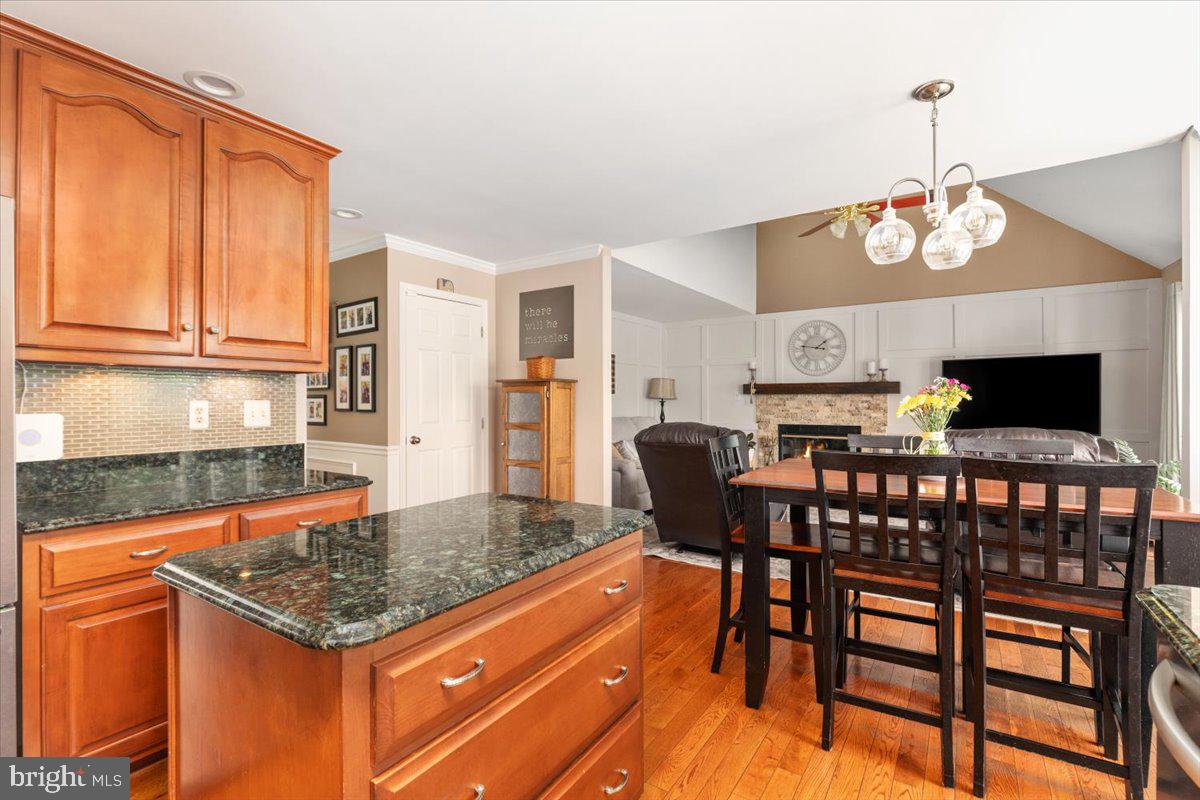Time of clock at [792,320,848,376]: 1:46
